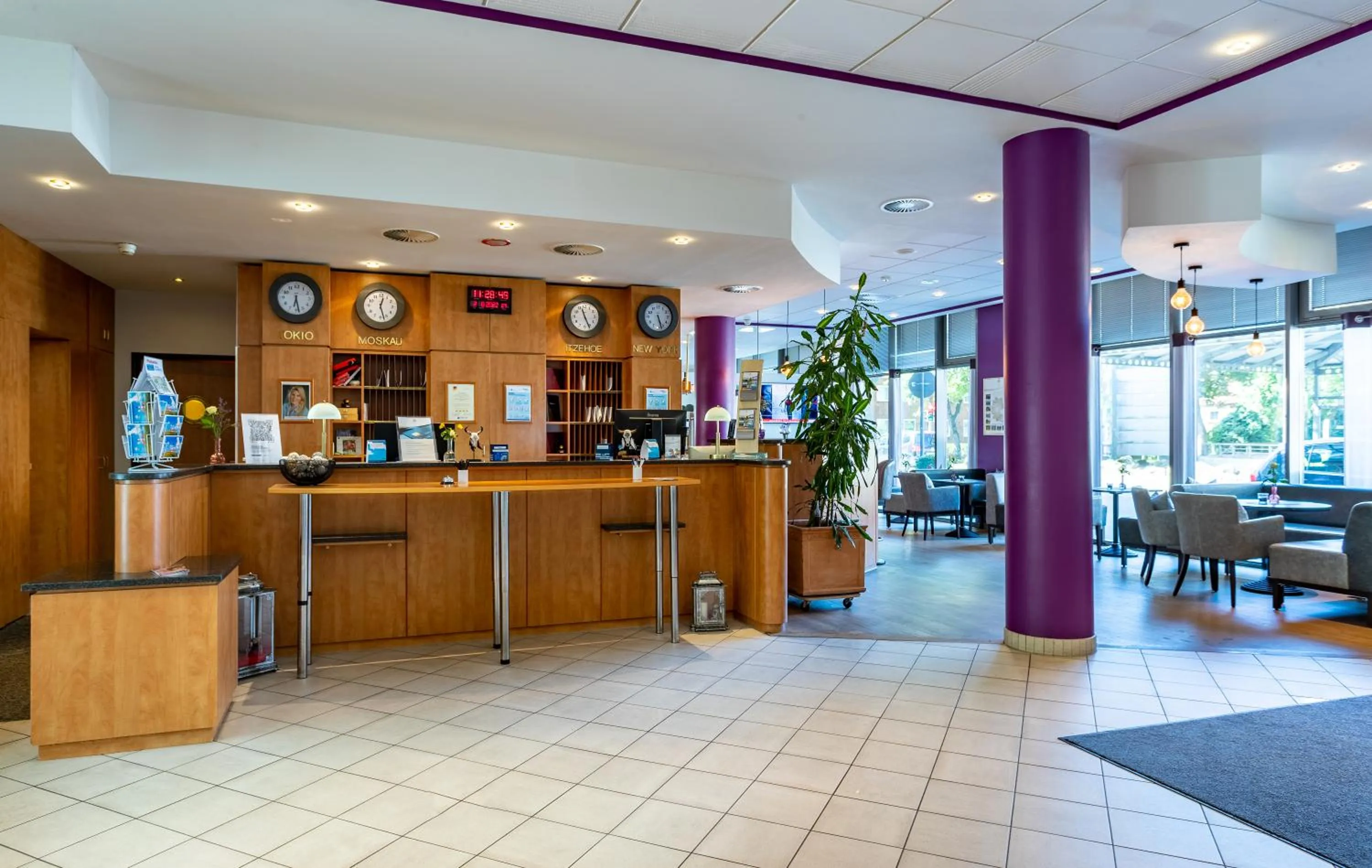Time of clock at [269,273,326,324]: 6:28
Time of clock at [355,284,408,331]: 12:27
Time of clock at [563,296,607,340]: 11:25
